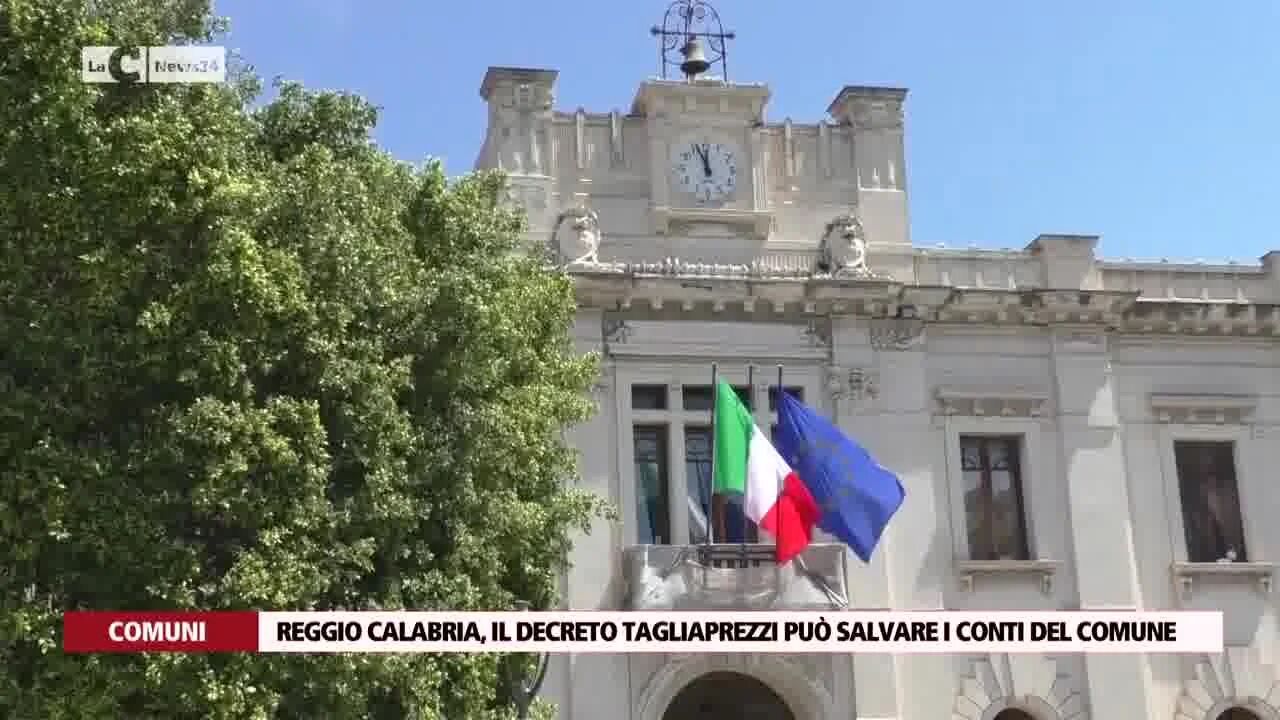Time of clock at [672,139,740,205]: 11:56
